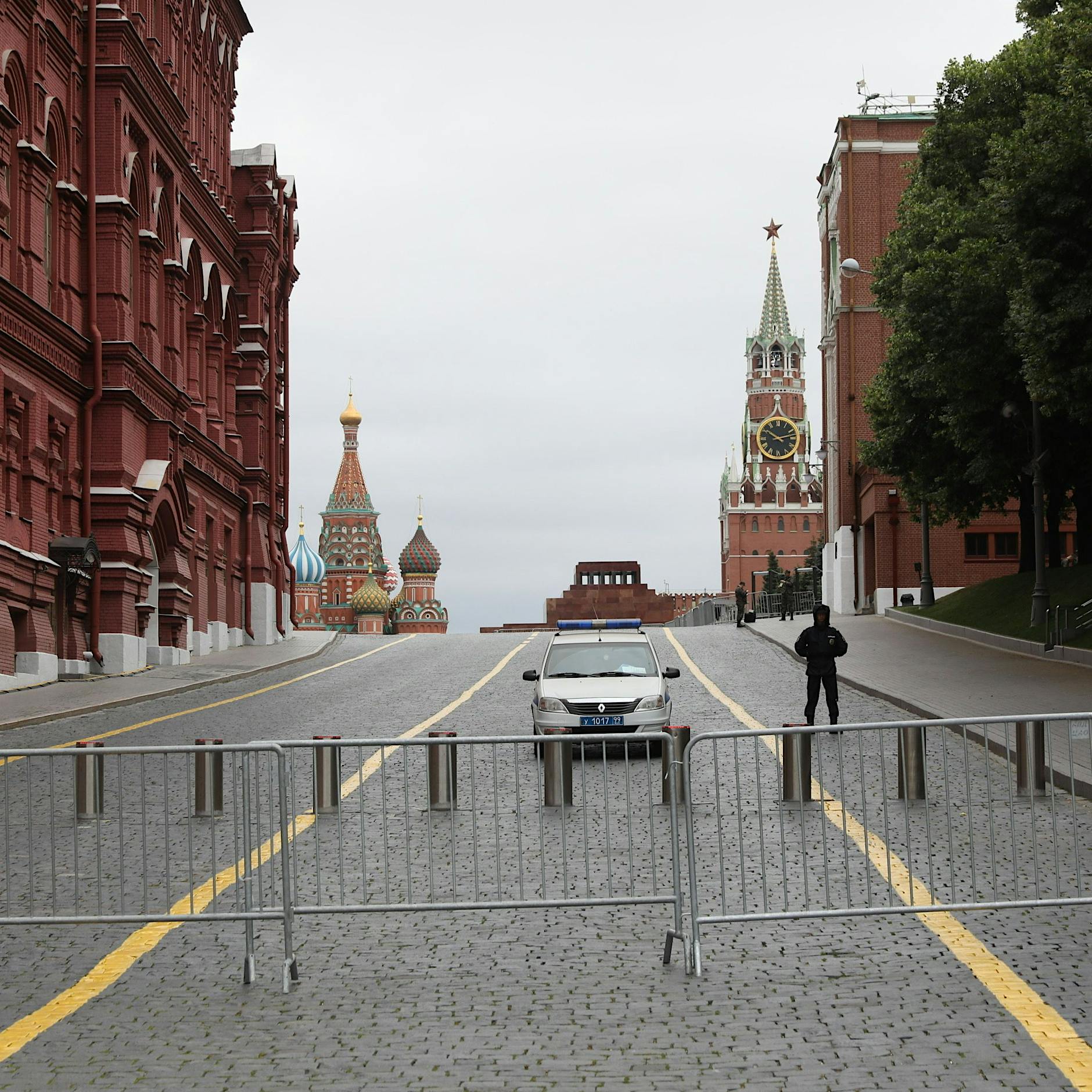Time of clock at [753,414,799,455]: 10:12
